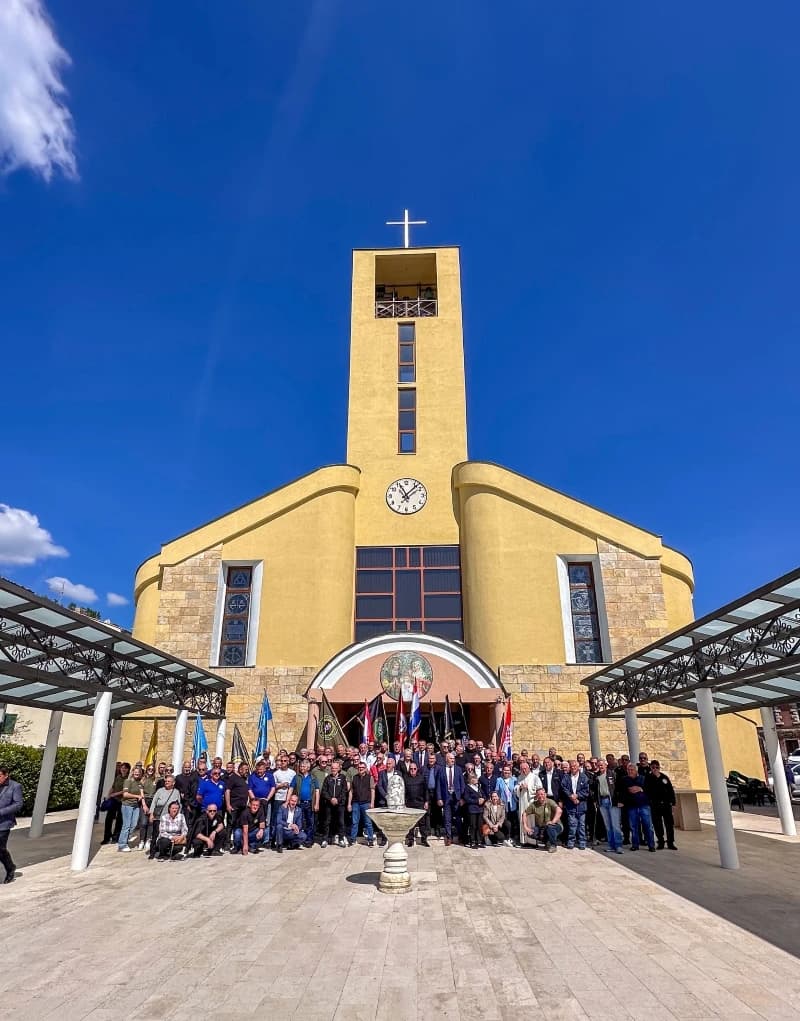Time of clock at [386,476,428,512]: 11:07
